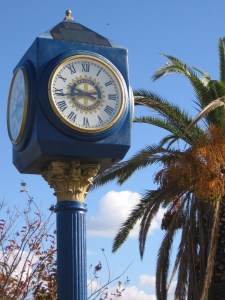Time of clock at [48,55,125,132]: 9:43
